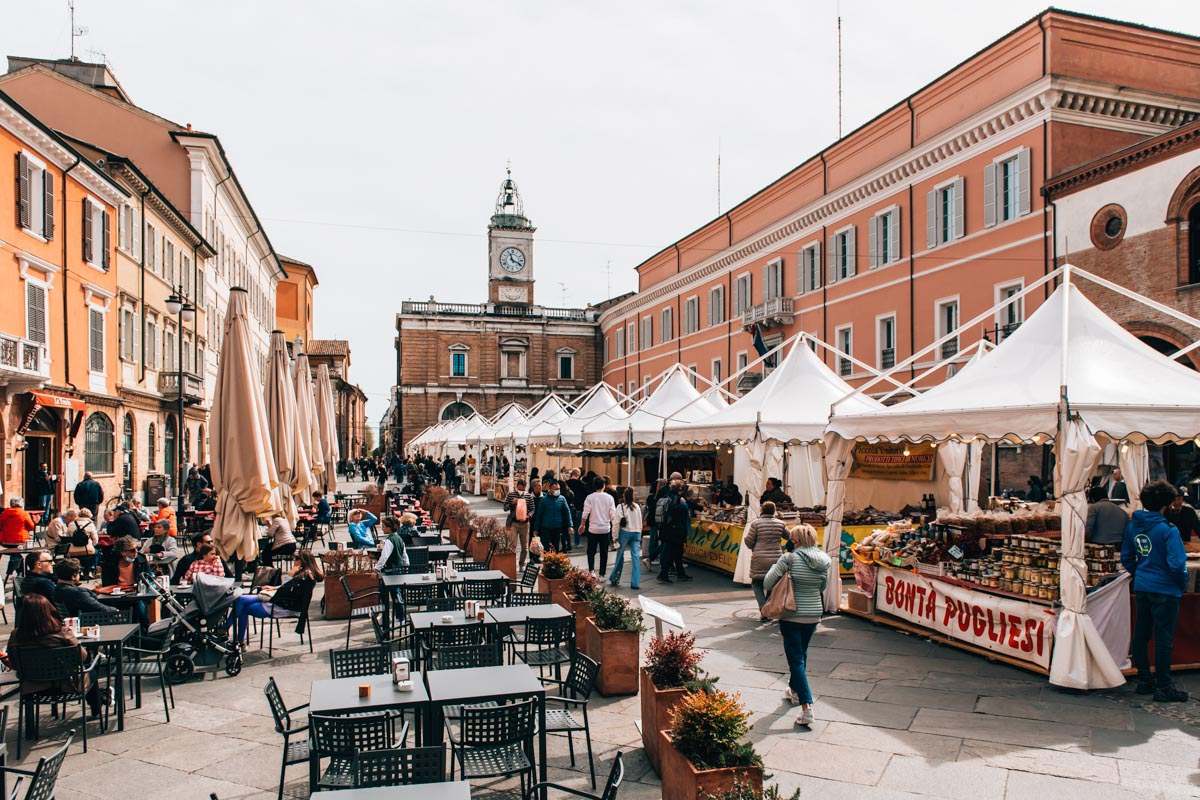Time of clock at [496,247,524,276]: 11:19
